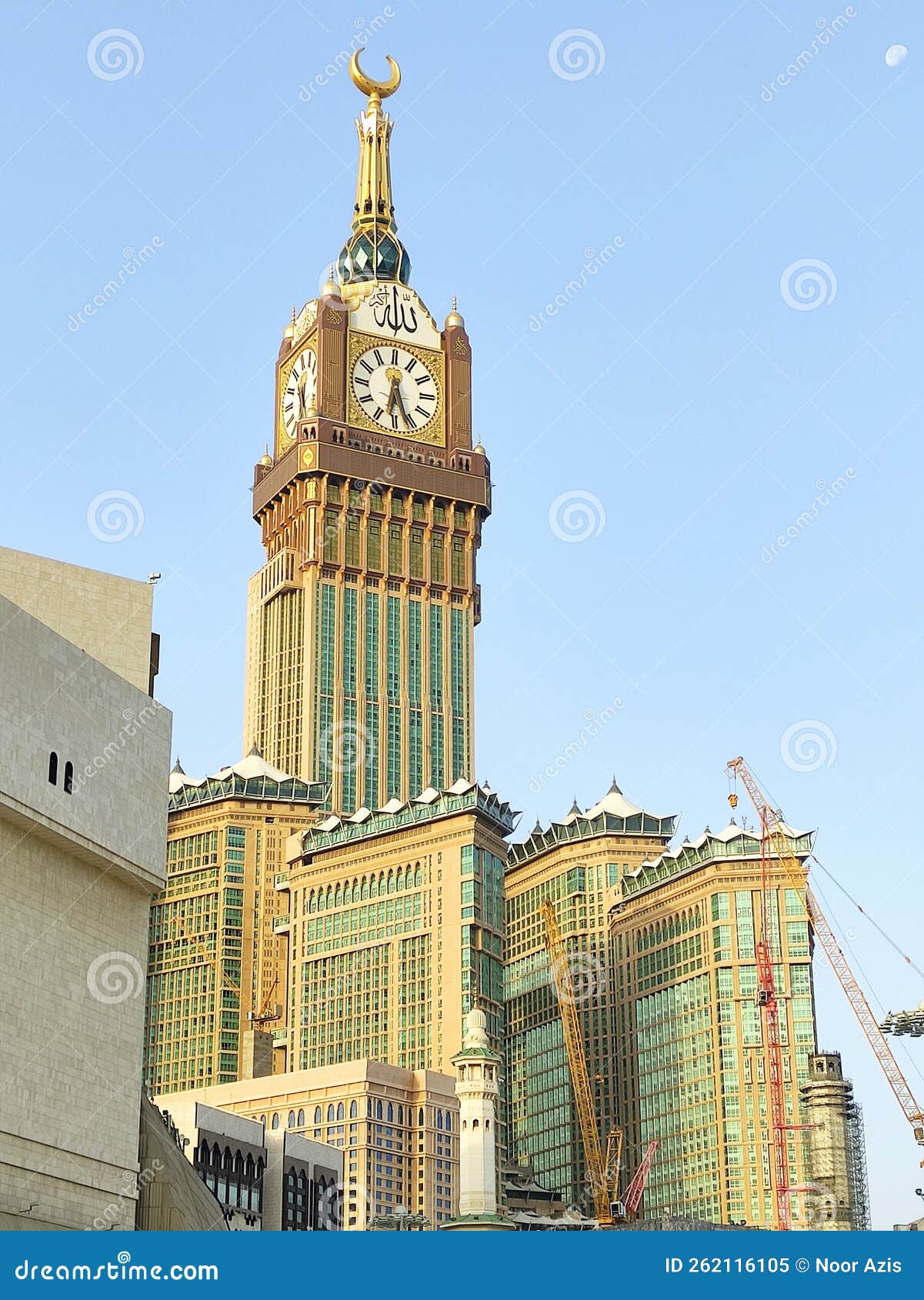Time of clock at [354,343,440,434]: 6:26
